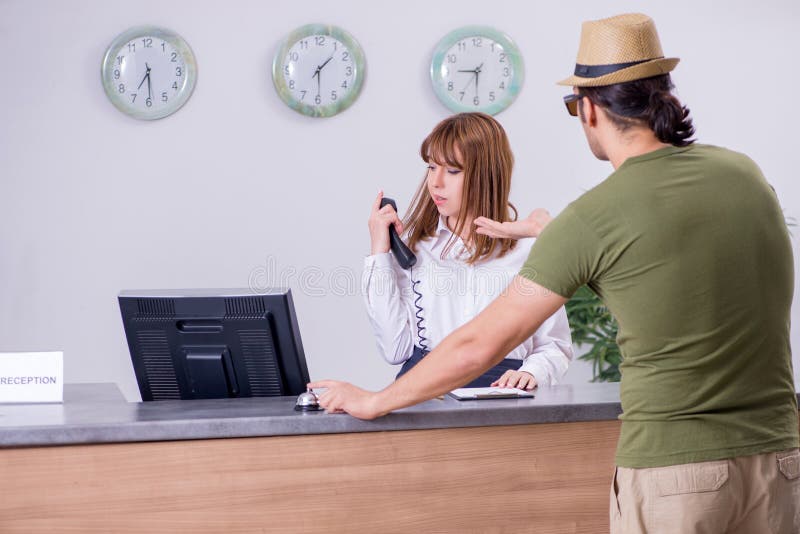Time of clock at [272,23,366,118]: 1:29
